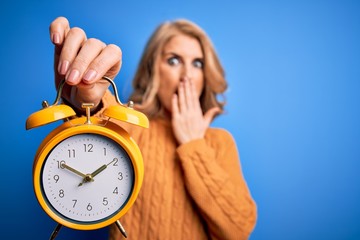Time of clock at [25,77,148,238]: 1:50
